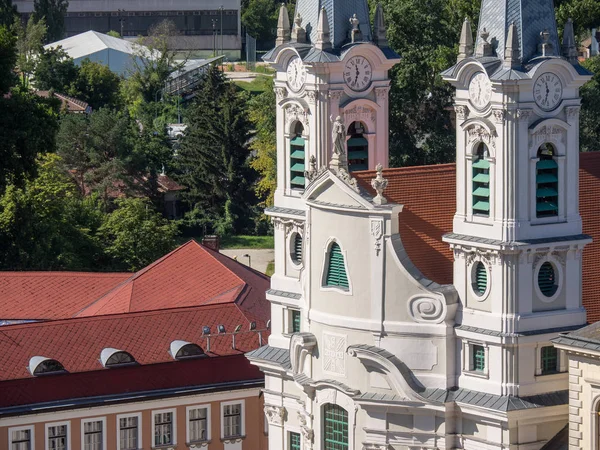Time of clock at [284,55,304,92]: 11:32
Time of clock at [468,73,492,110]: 11:32
